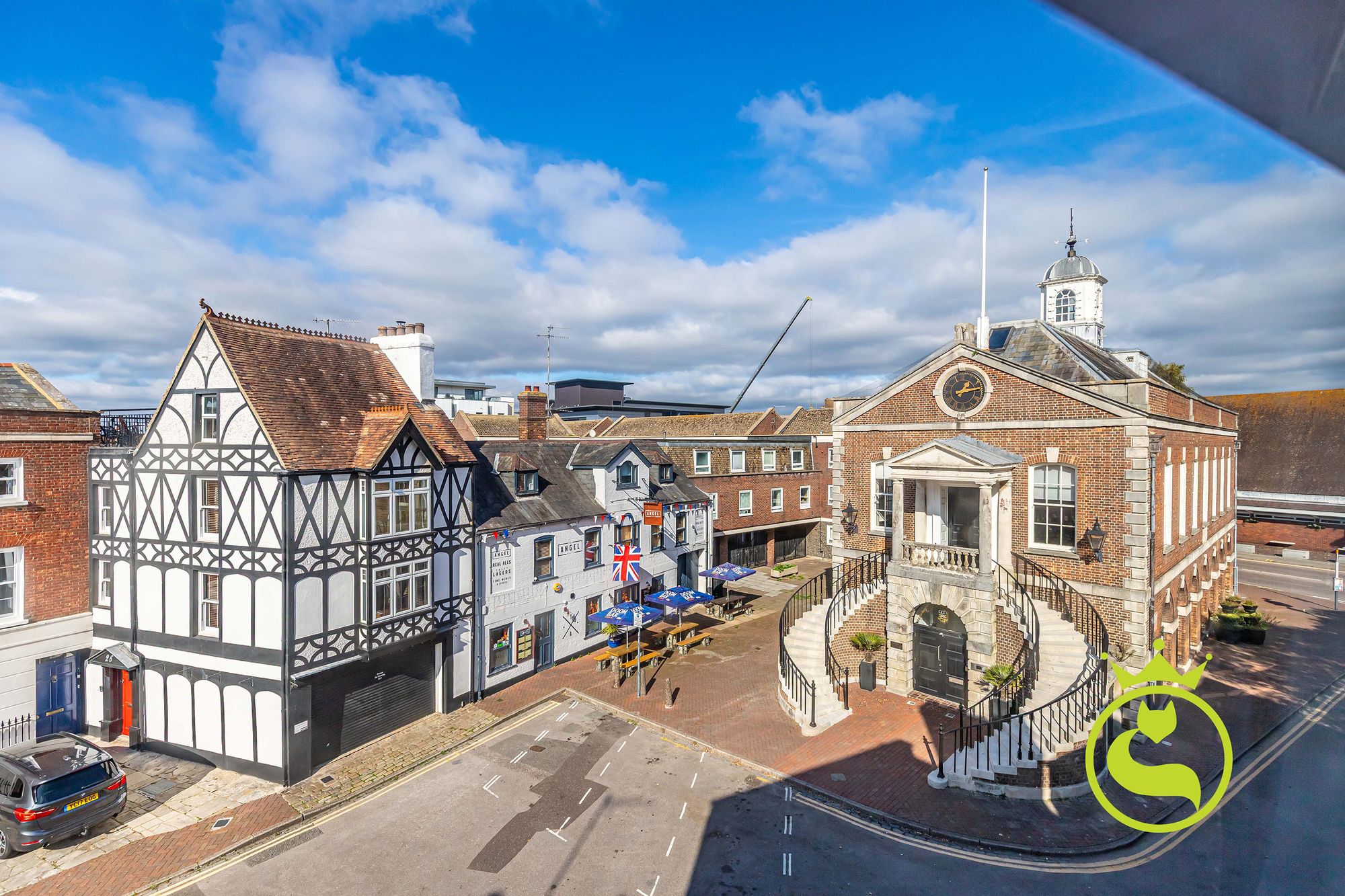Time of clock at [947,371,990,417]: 1:13
